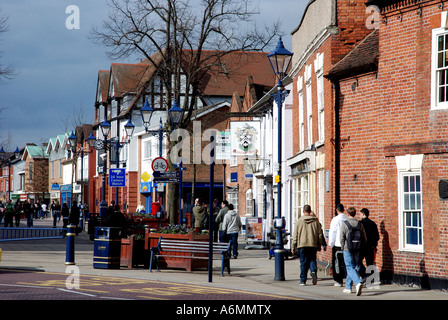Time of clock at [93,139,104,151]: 1:47
